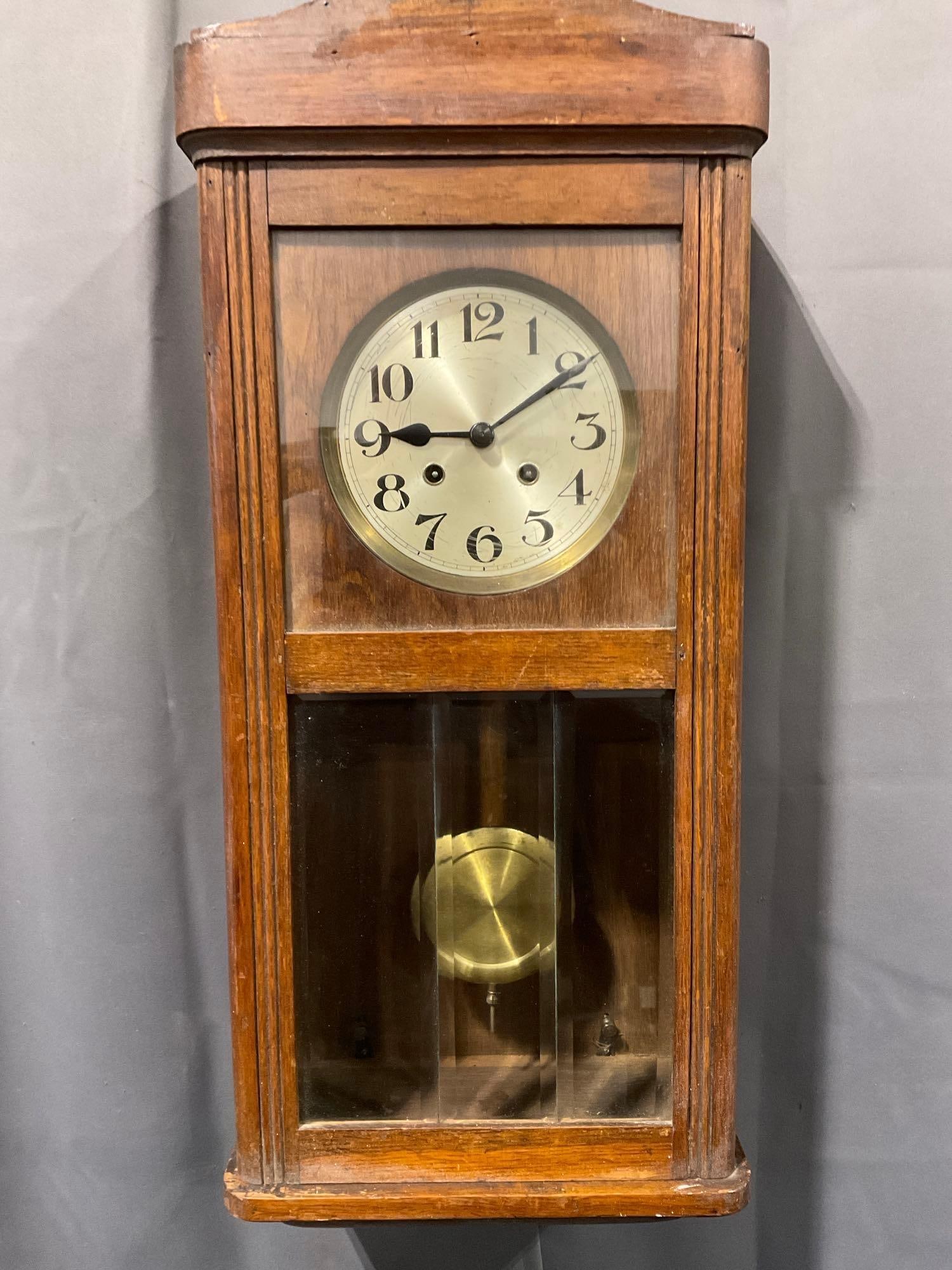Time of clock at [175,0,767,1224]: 9:10
